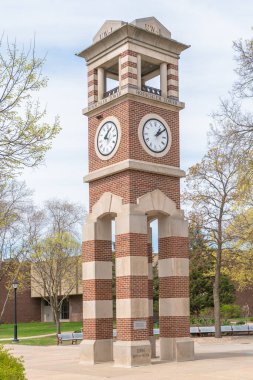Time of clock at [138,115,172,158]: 1:09
